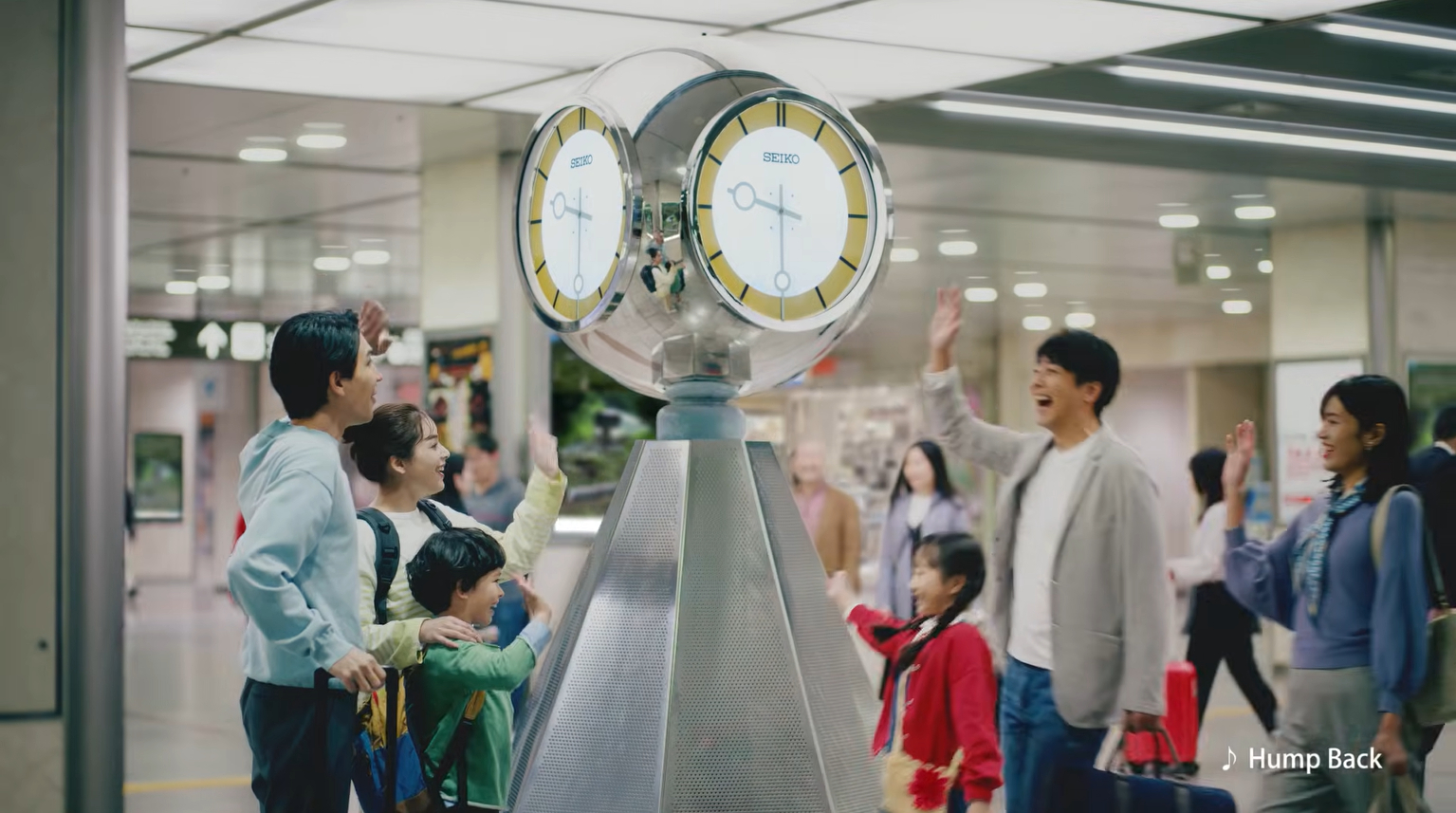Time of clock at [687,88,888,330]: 9:30
